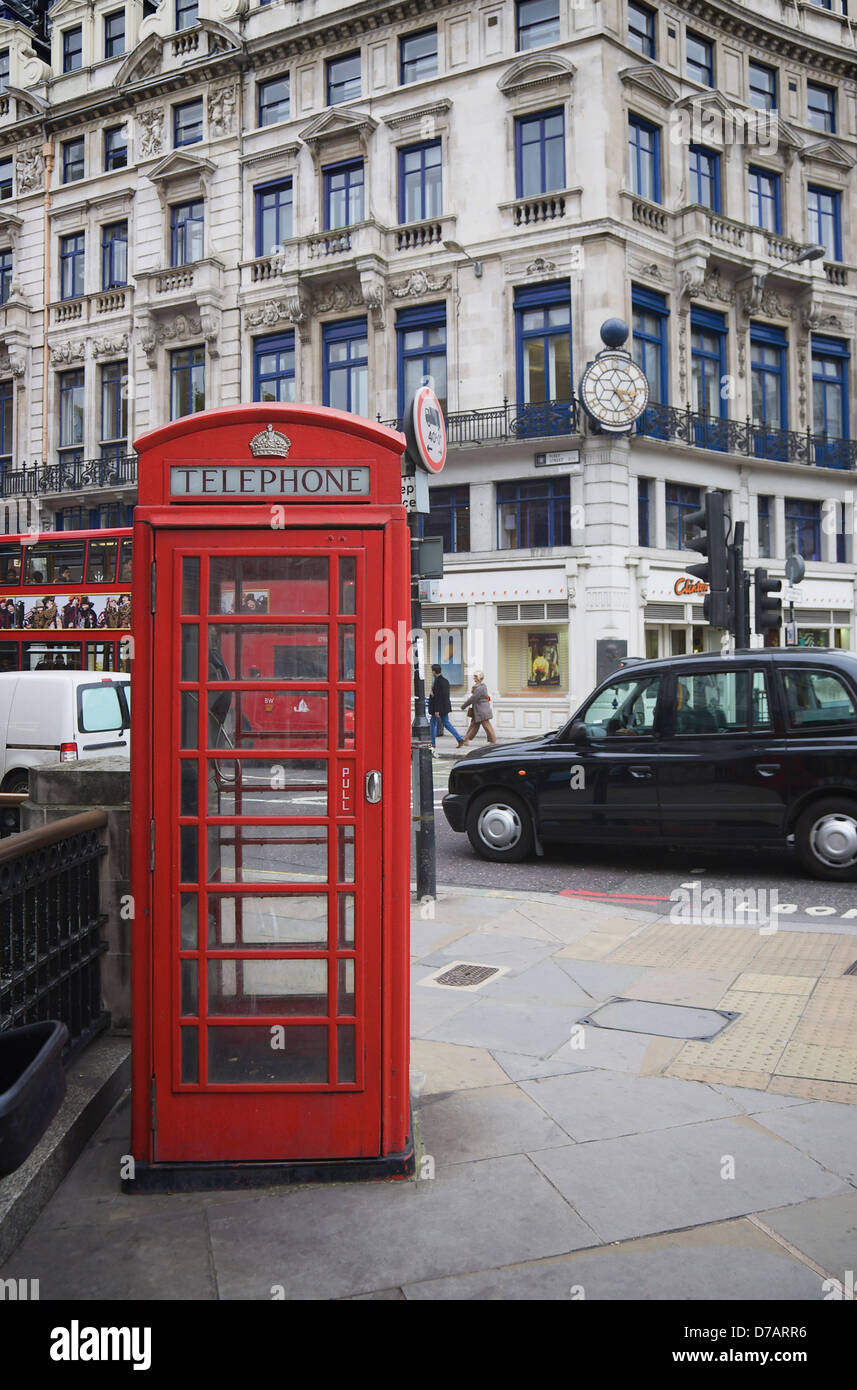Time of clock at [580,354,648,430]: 3:23
